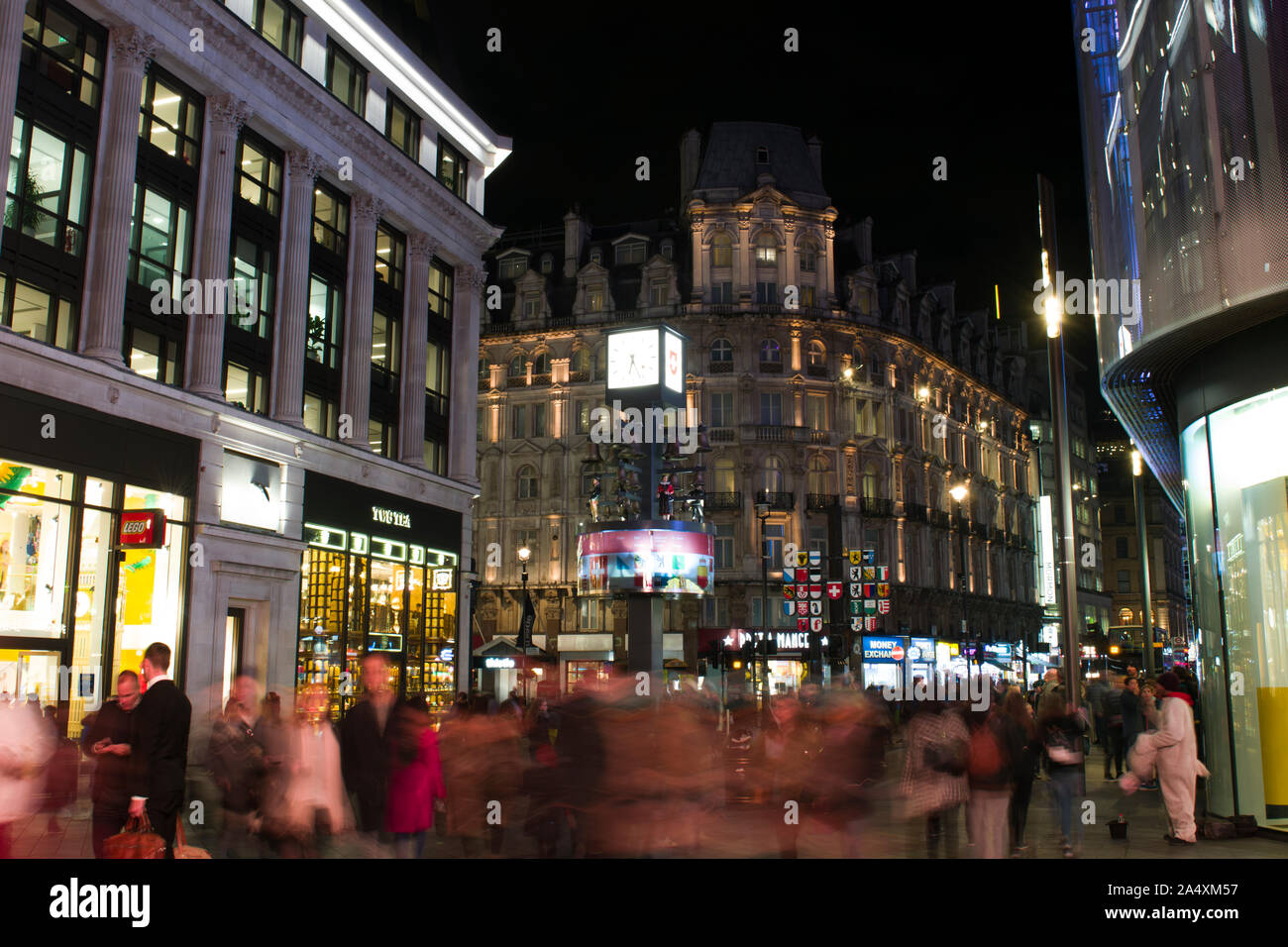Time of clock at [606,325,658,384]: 6:26
